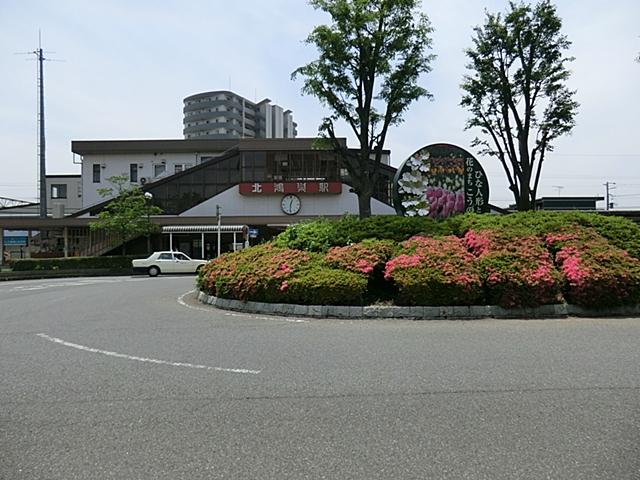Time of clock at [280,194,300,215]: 12:30
